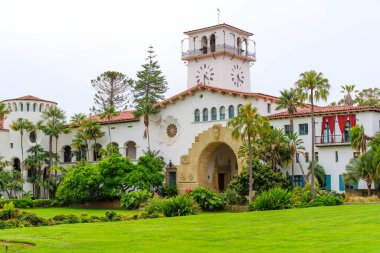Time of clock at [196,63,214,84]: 4:31
